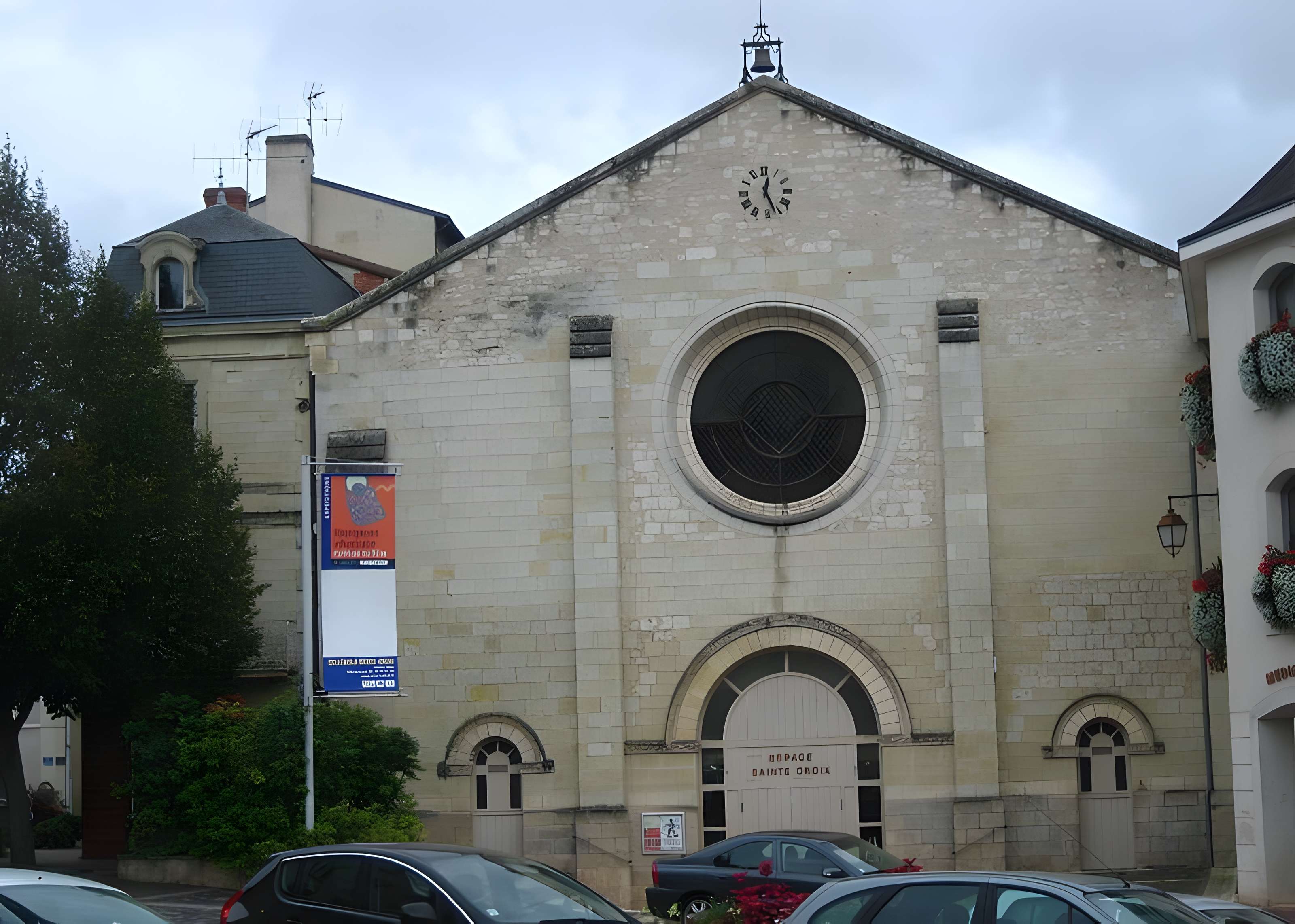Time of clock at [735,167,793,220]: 12:26
